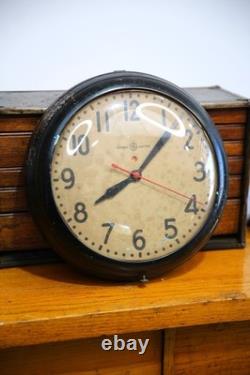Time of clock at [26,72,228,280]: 8:07
